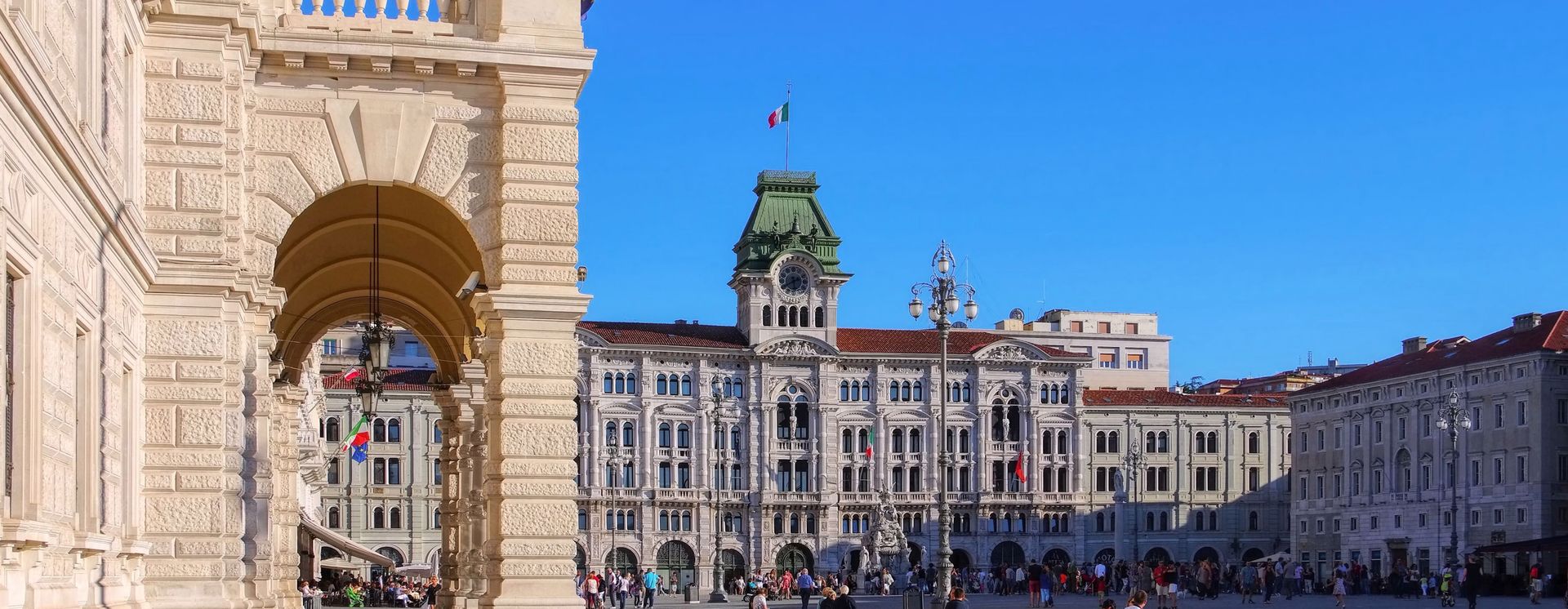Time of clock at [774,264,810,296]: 5:40
